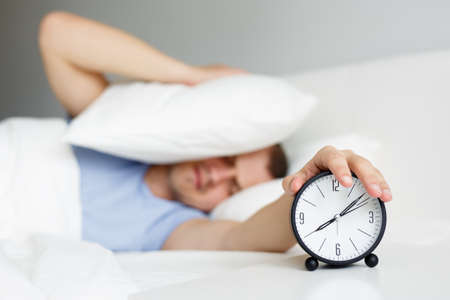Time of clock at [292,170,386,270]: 8:08
